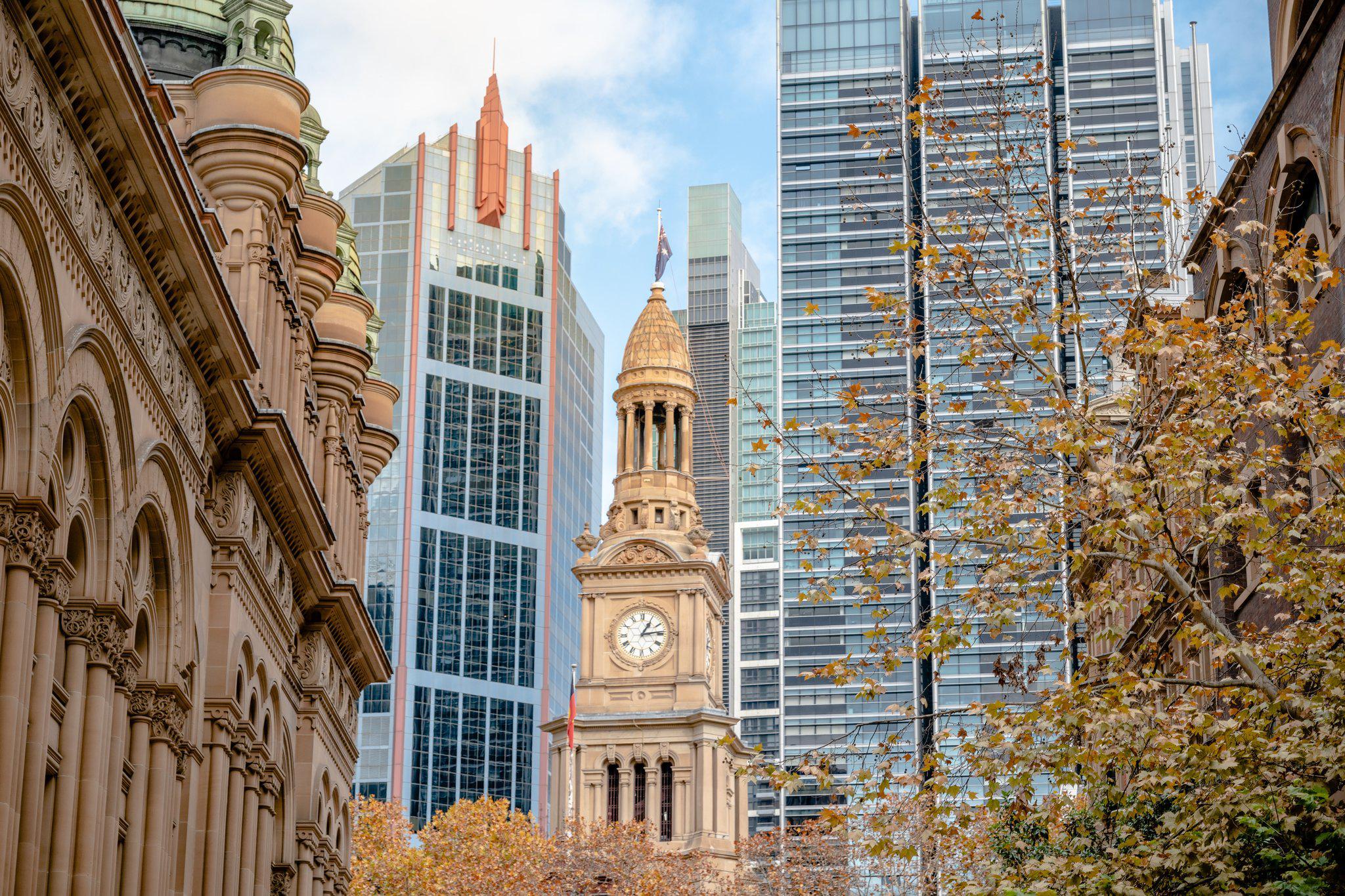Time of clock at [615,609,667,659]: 1:13
